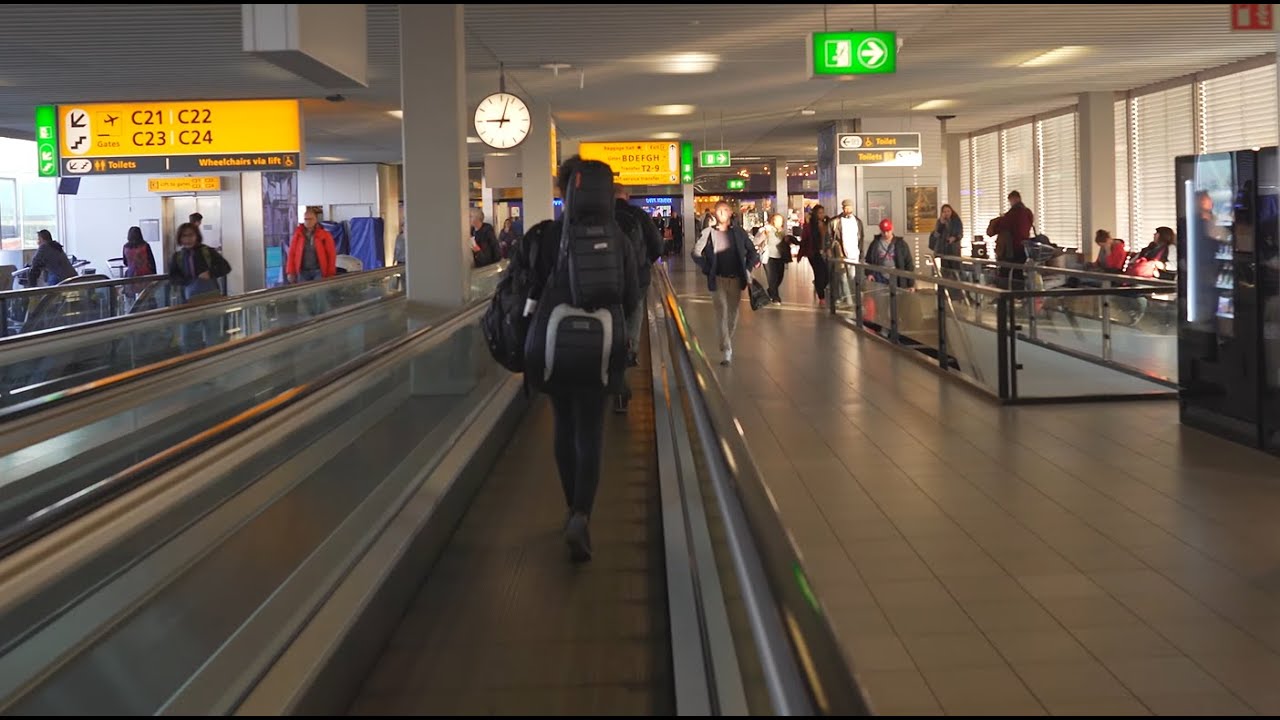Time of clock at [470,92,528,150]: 9:02
